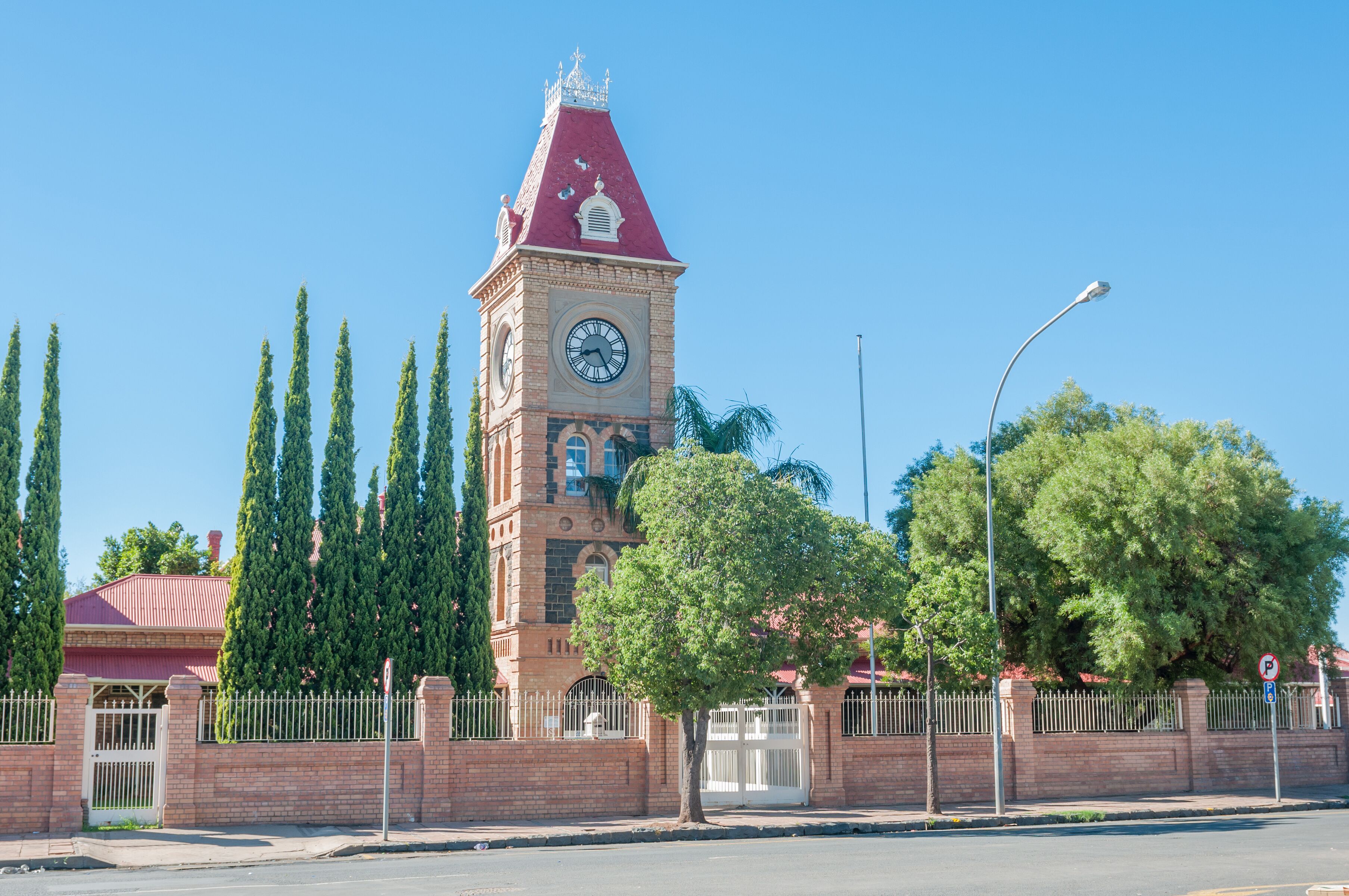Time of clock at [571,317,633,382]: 8:24
